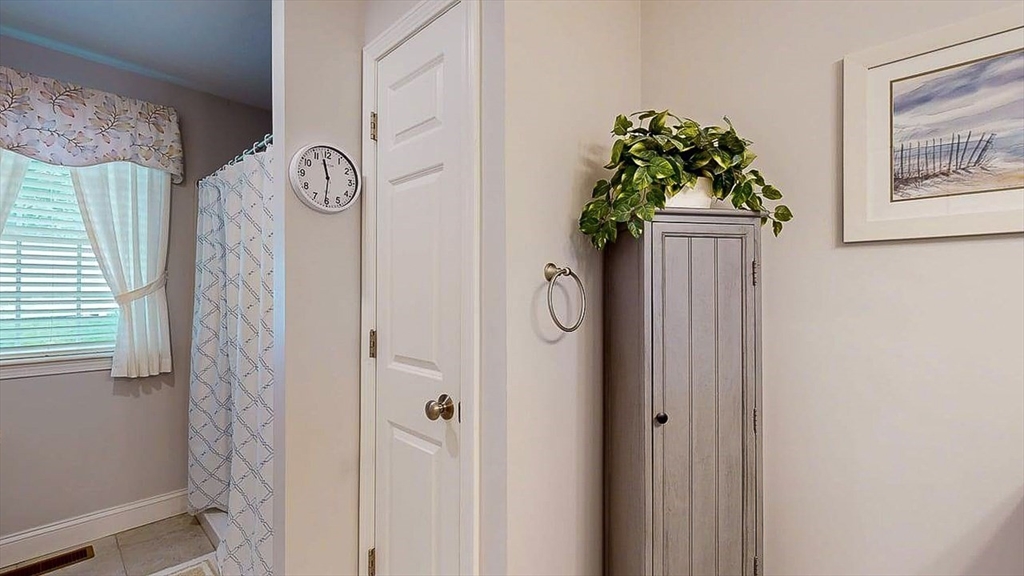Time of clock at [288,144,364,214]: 11:30
